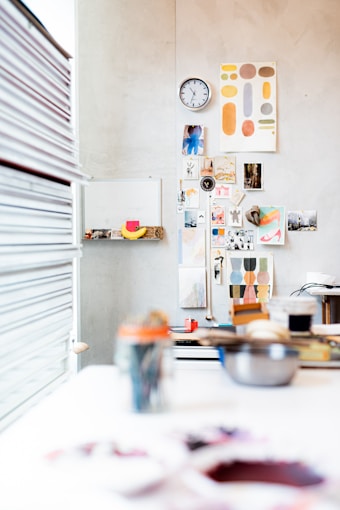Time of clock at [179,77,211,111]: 10:32
